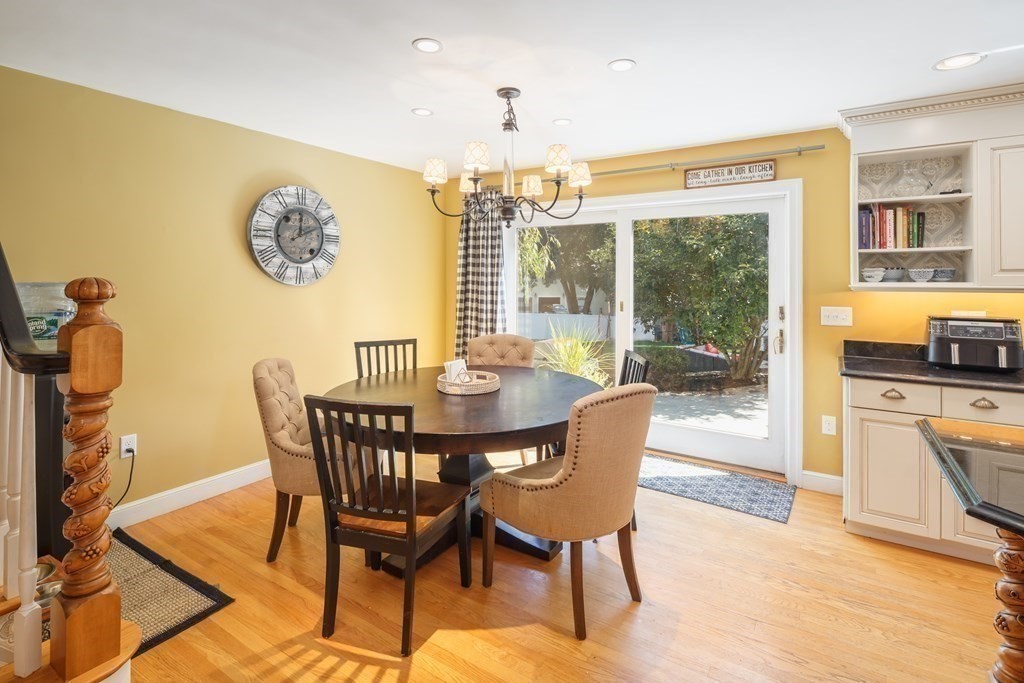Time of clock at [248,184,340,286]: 12:10
